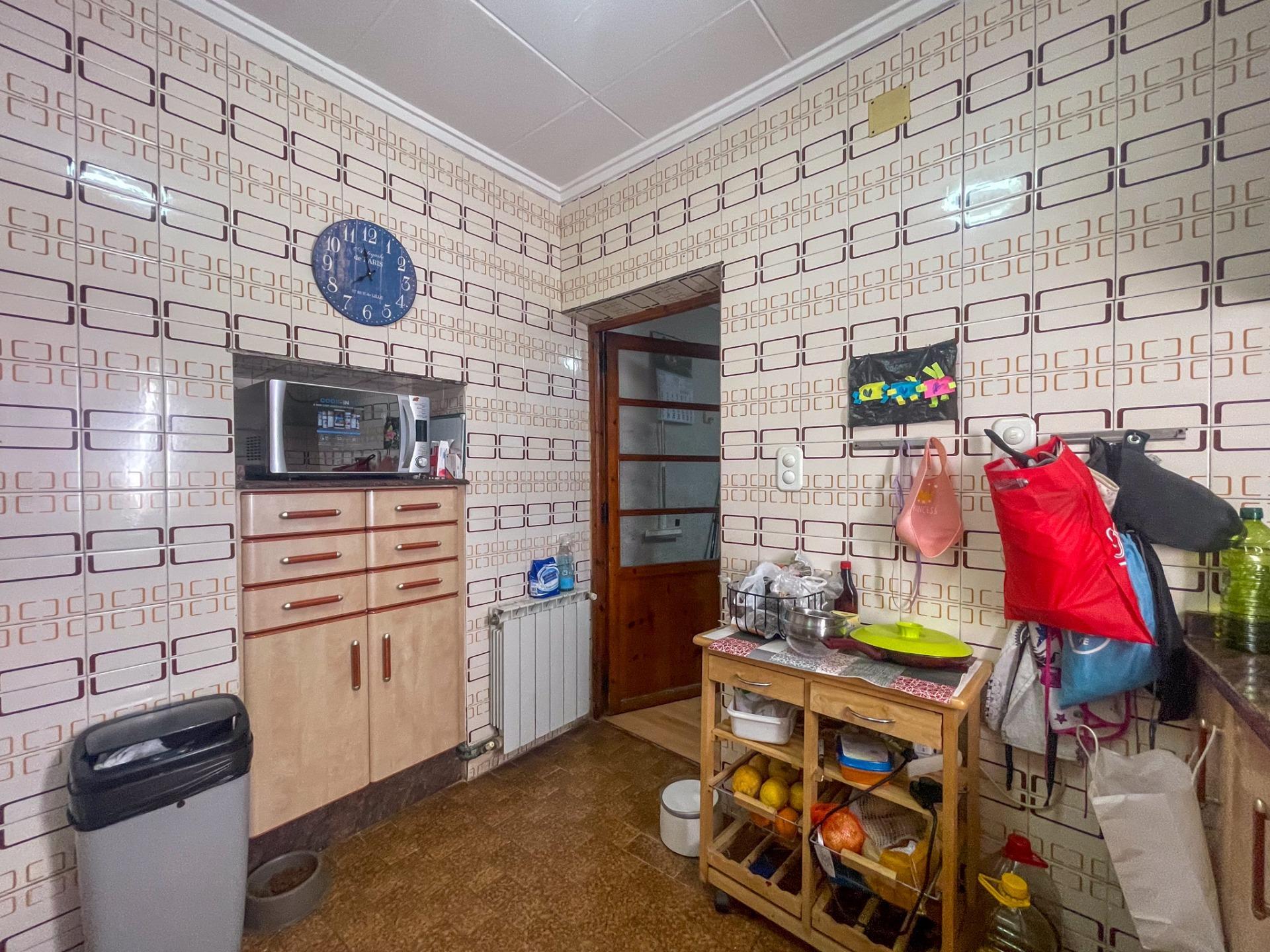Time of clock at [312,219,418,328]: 7:58
